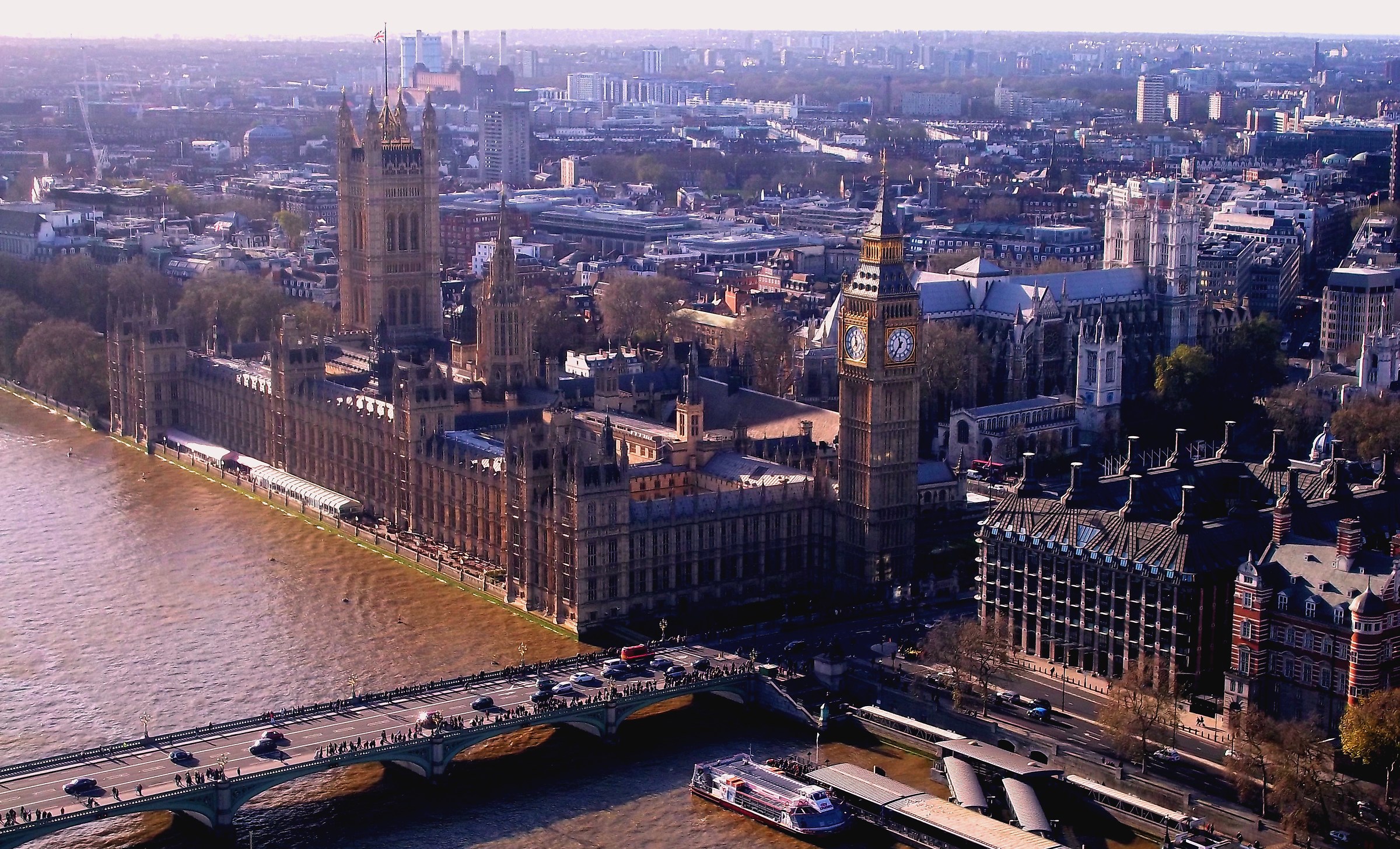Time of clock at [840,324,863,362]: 11:37
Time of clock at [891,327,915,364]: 11:36
